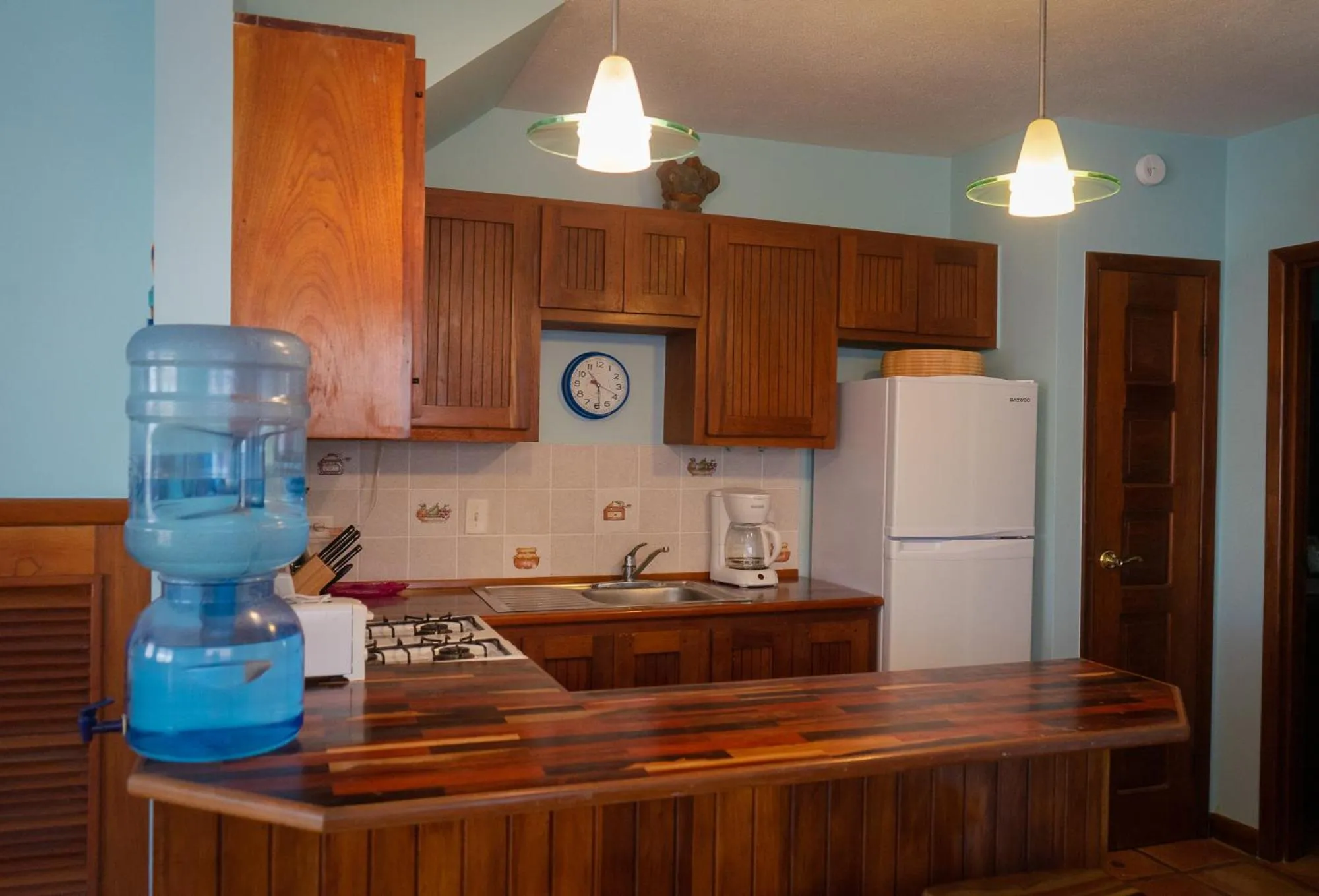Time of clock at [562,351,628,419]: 10:28
